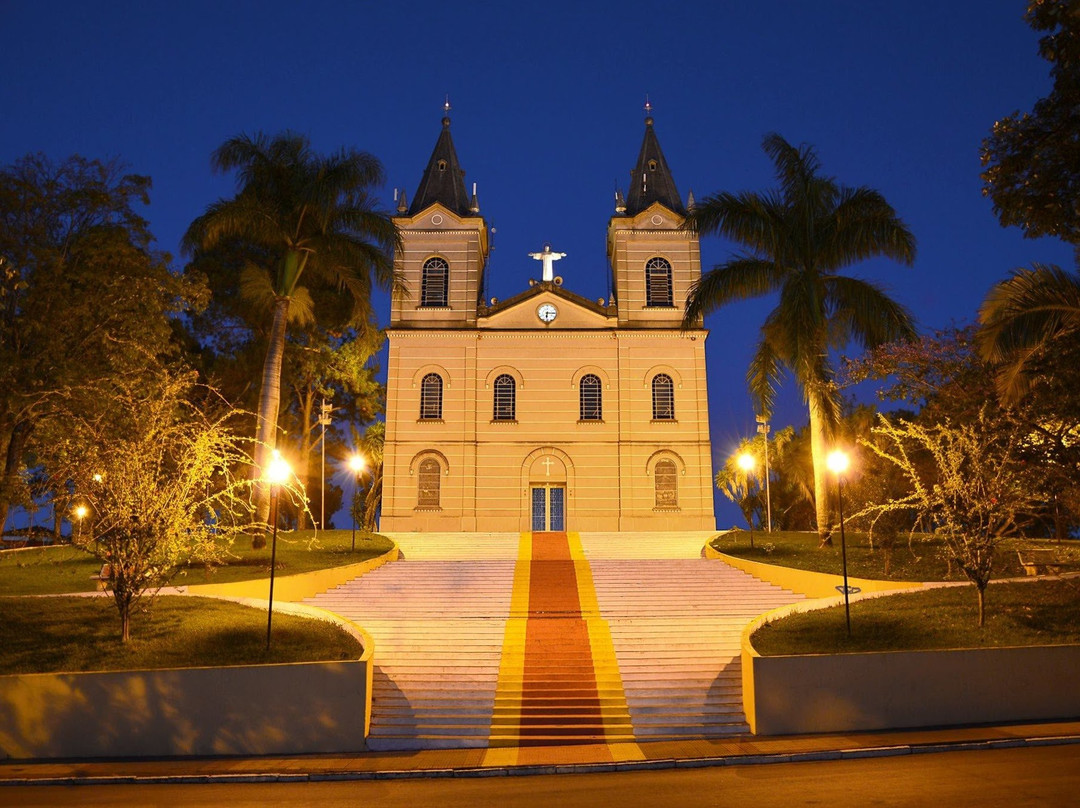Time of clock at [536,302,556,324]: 6:15
